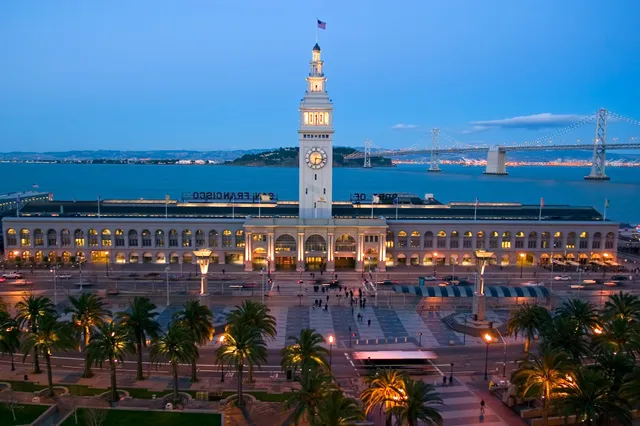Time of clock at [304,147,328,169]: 6:16
